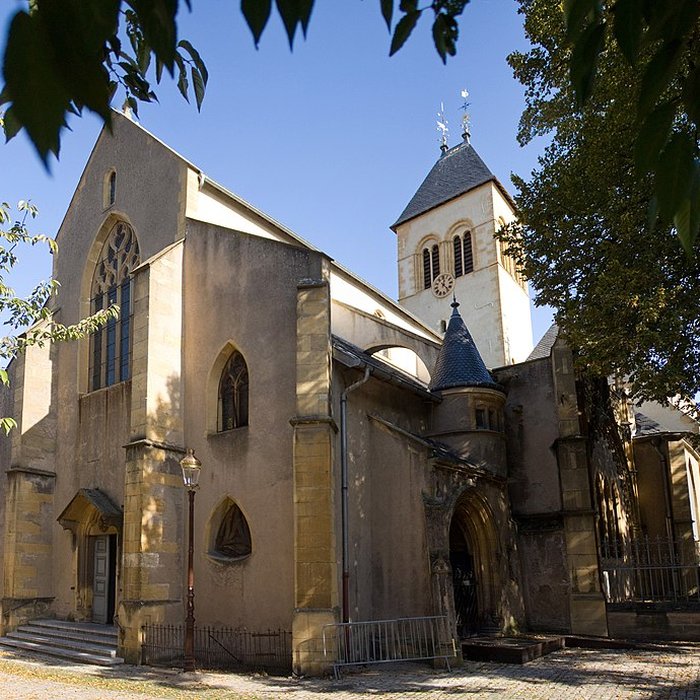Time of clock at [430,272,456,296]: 12:23
